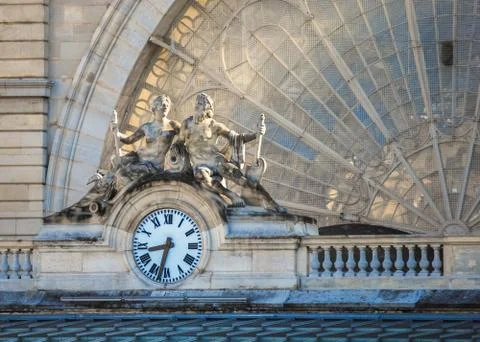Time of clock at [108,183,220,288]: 8:32
